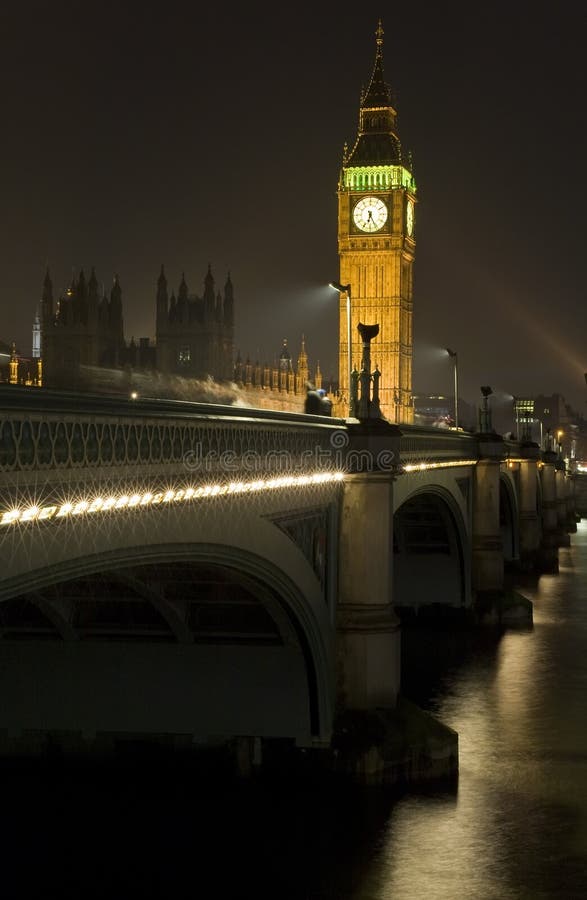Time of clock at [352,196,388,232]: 6:25
